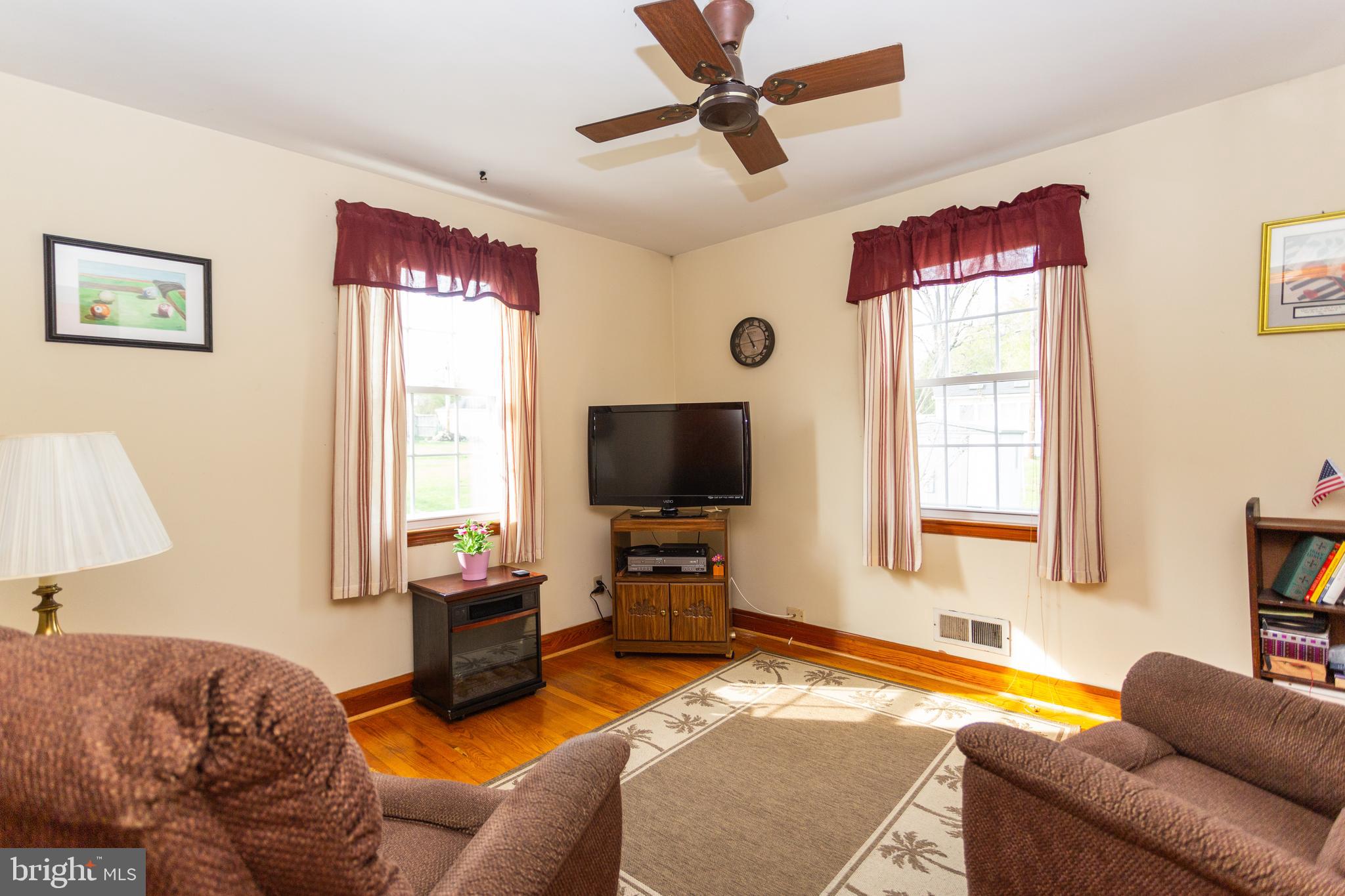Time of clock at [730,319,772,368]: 10:55
